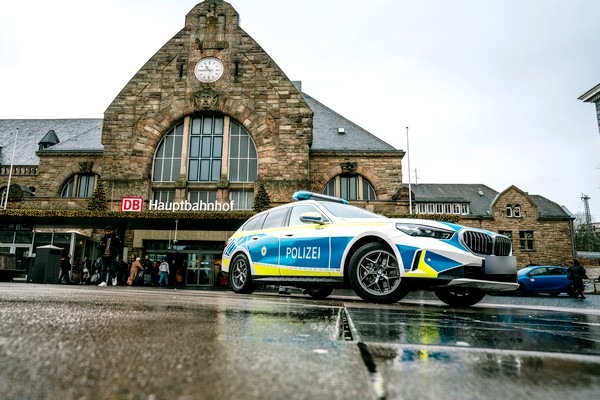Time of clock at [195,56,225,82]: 10:45
